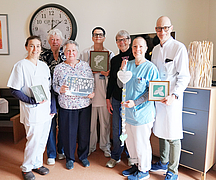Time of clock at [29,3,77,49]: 12:08
